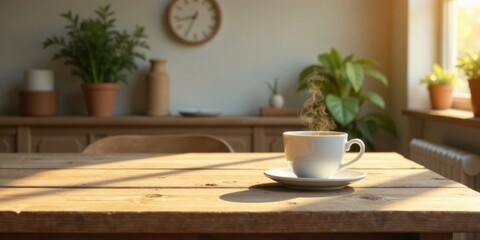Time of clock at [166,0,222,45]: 8:34
